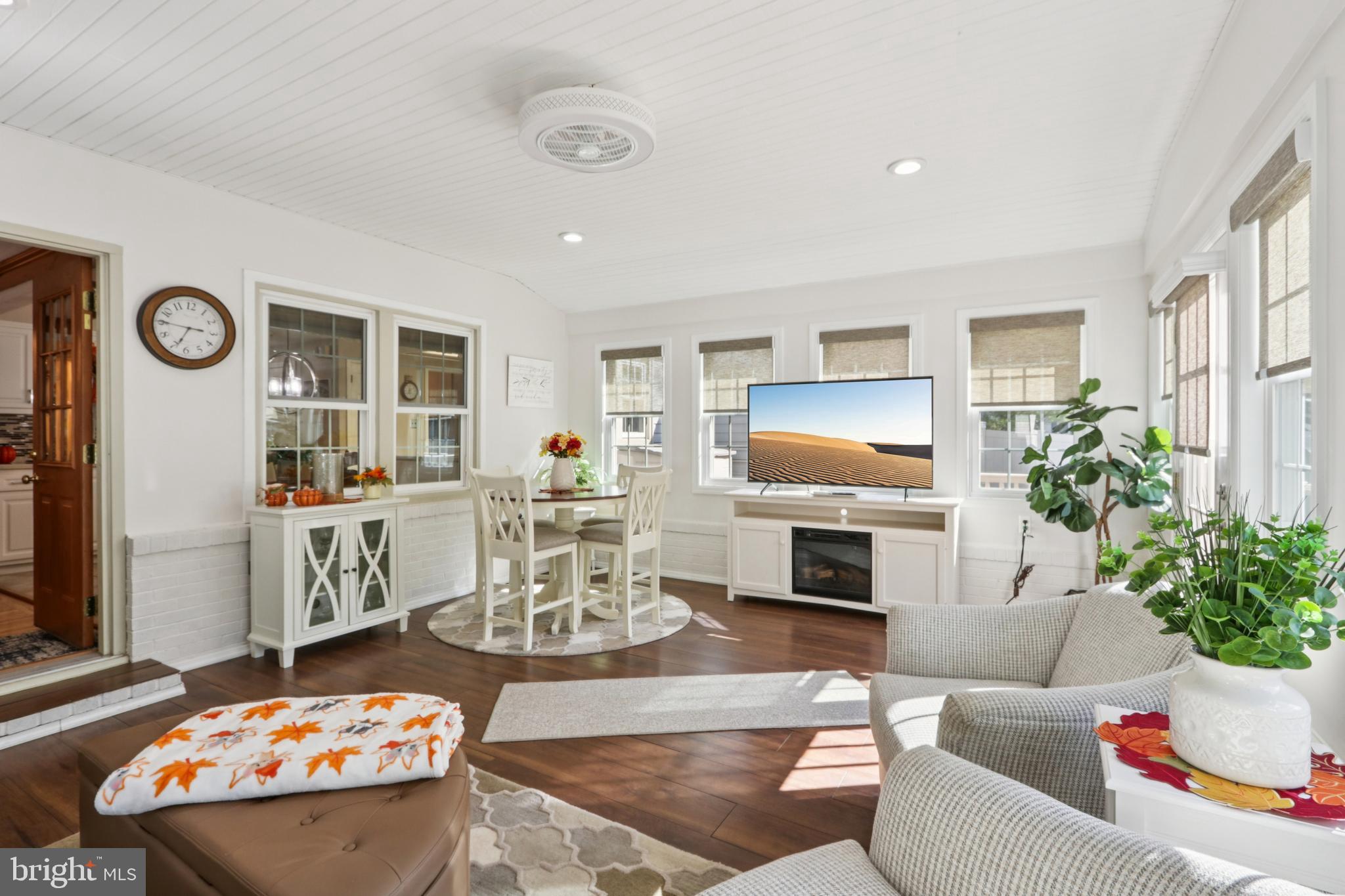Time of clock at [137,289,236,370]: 6:45
